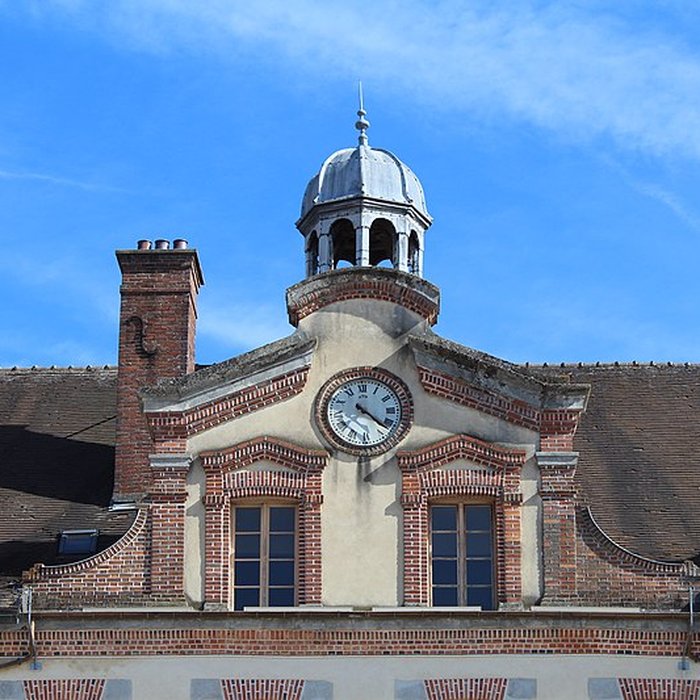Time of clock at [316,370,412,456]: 4:22
